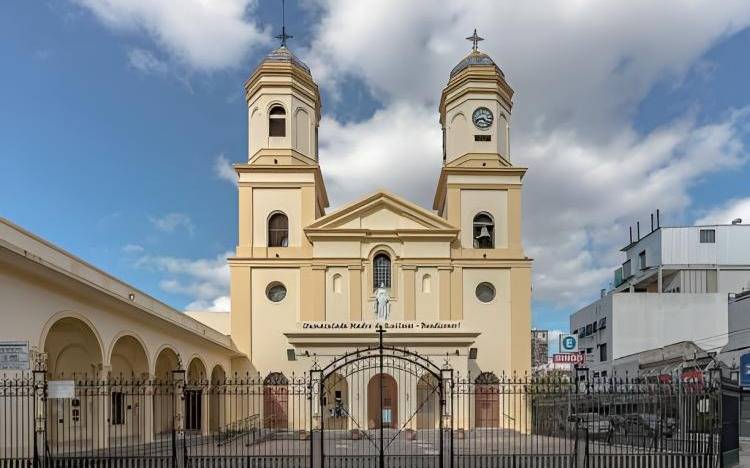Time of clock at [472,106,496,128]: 8:21
